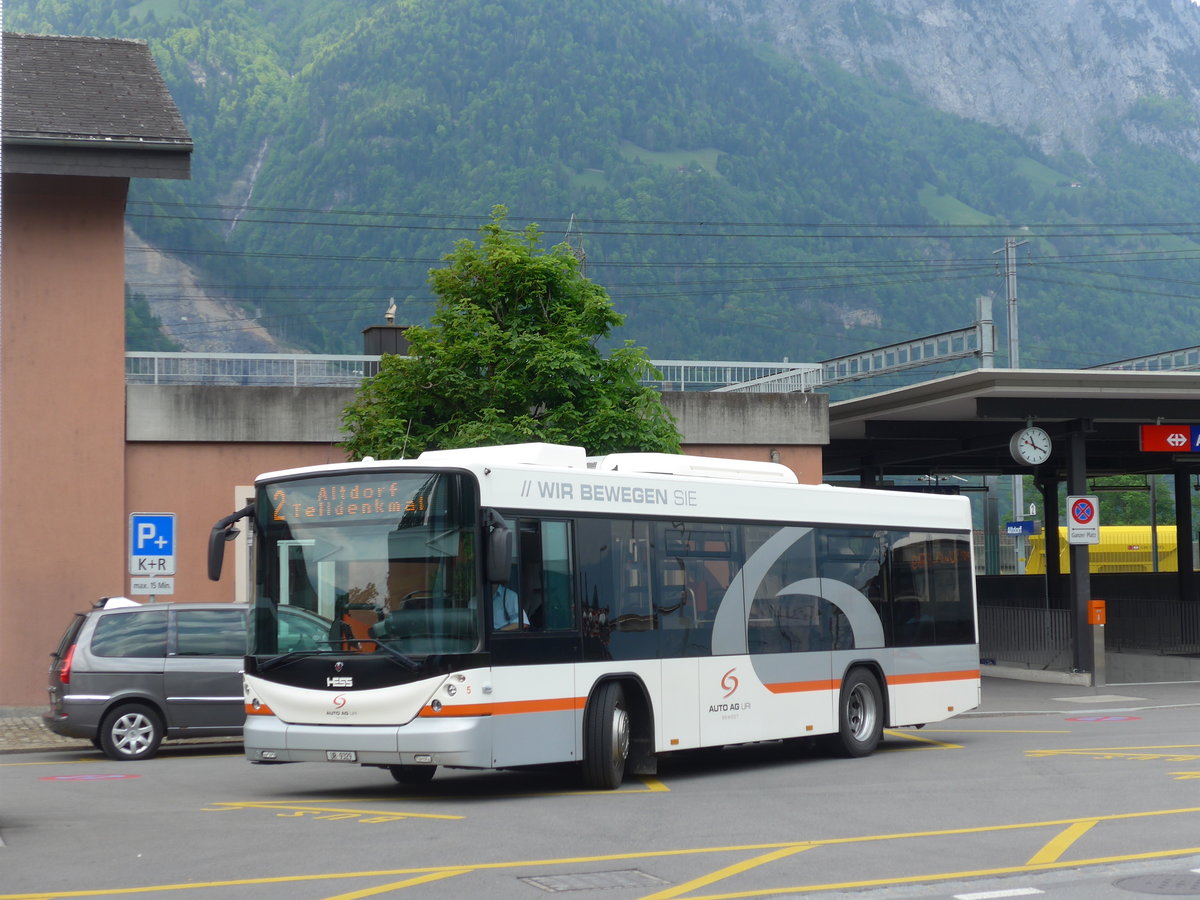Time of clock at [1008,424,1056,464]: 11:19
